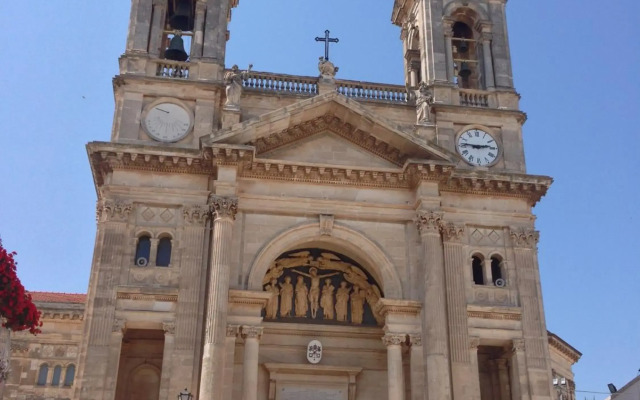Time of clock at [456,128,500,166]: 2:46
